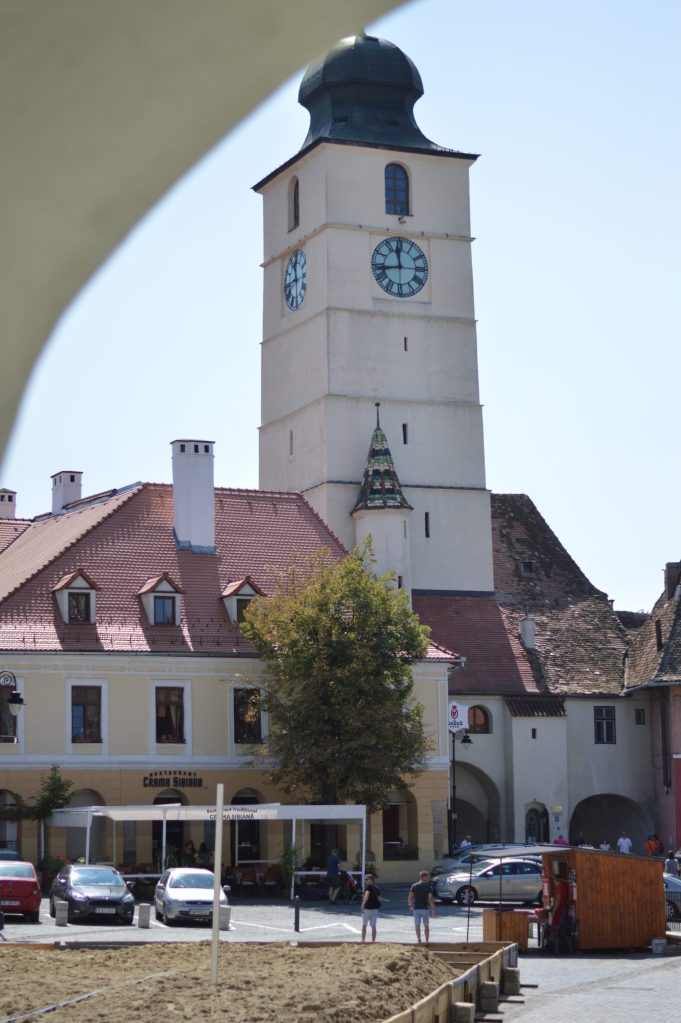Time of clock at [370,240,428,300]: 11:43
